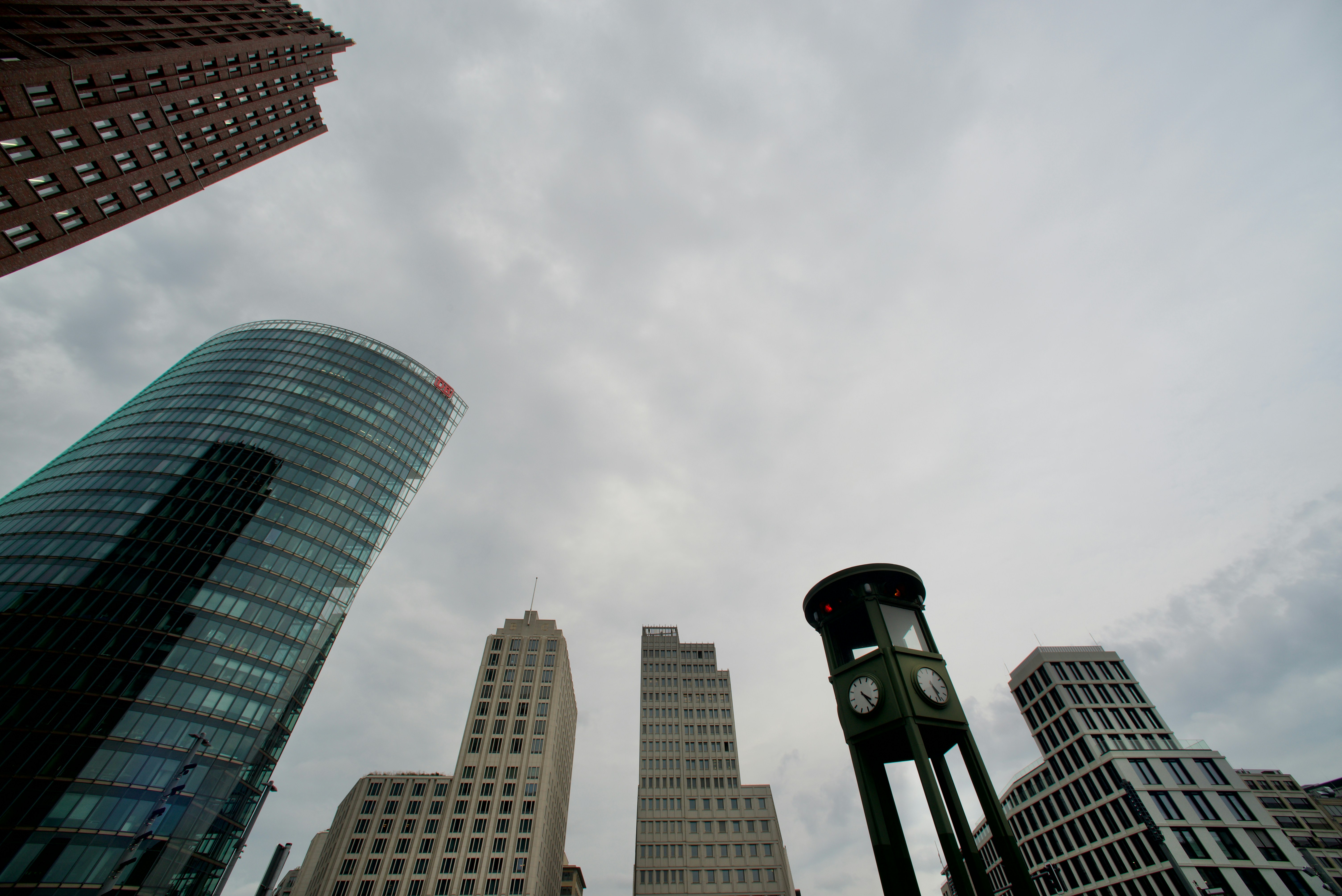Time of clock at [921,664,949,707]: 4:26
